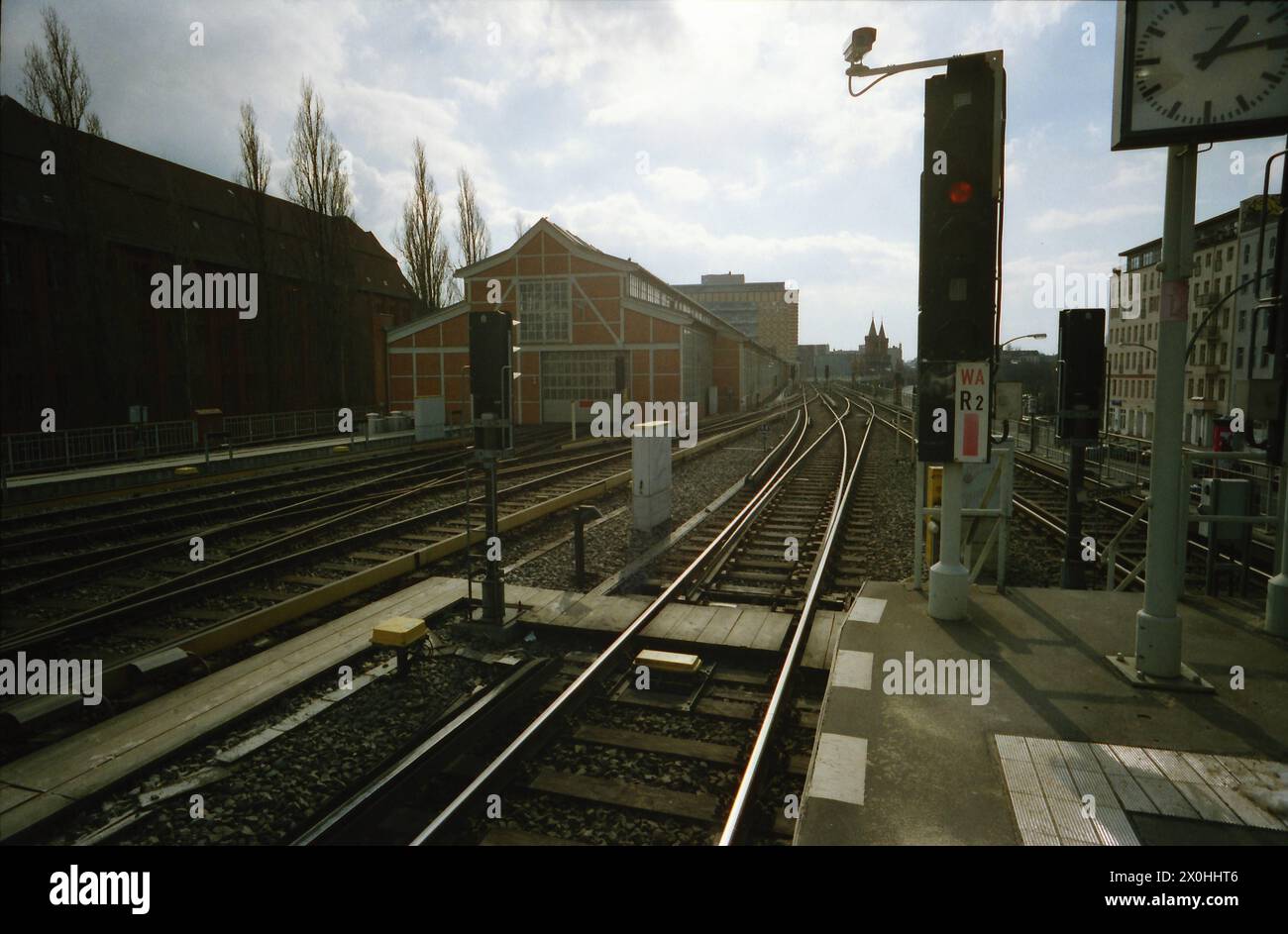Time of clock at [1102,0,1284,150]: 1:13
